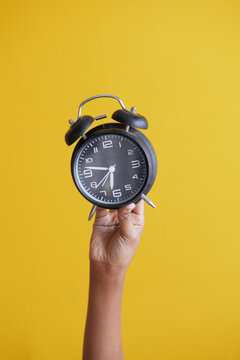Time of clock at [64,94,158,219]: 6:47
